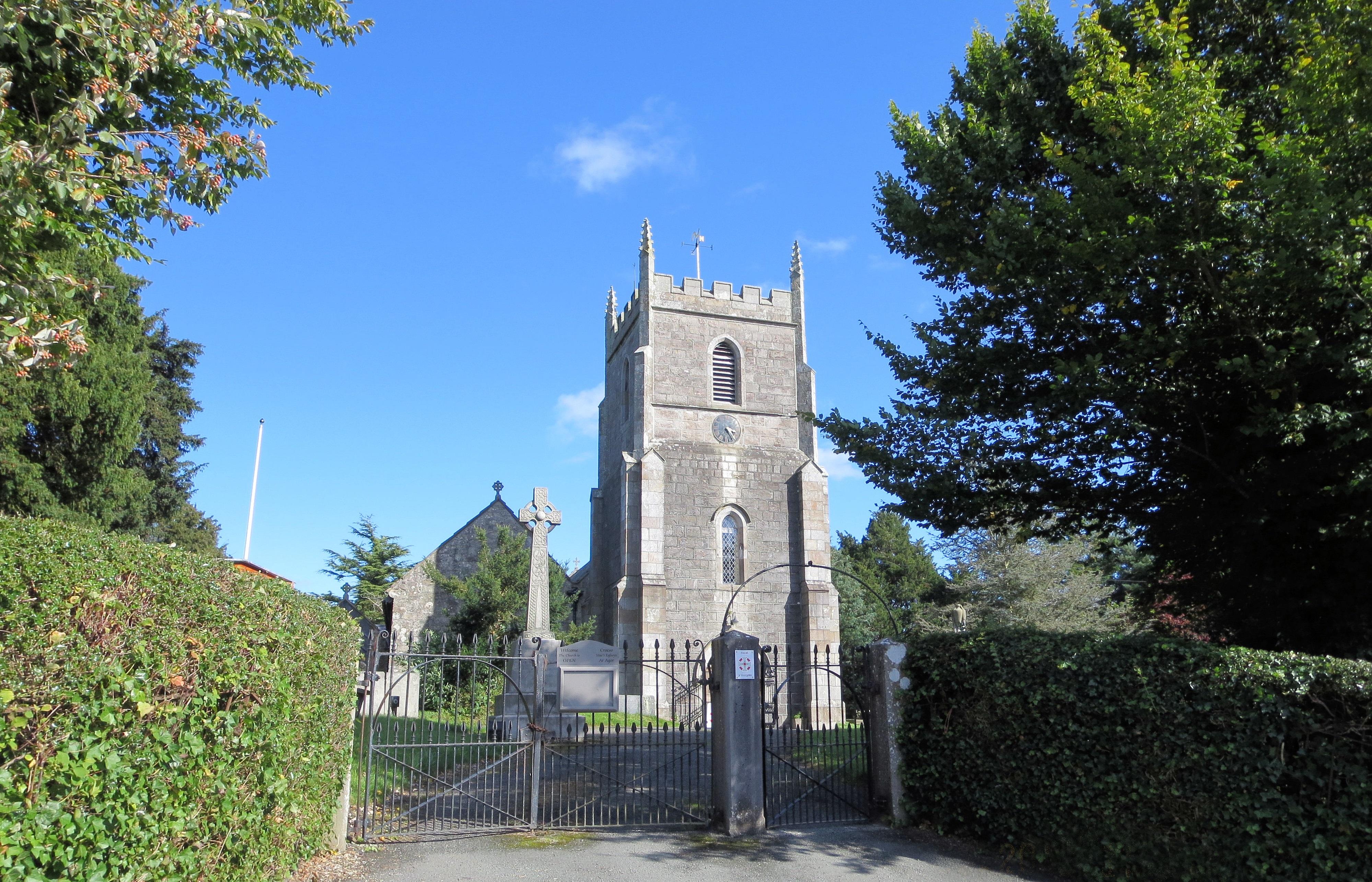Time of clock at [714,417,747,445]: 3:24
